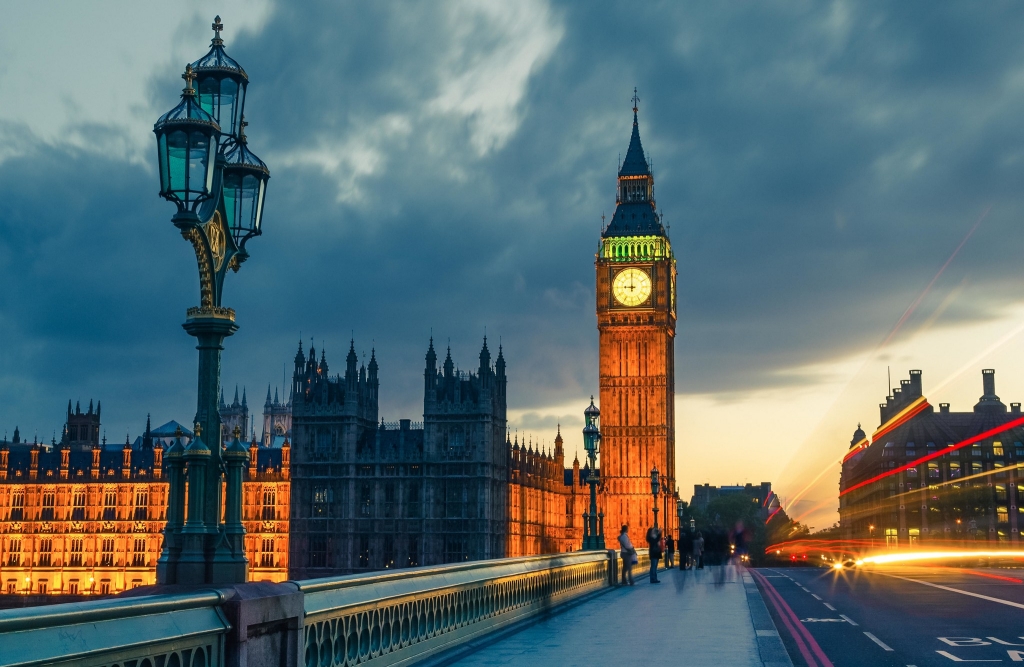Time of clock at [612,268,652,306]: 8:59
